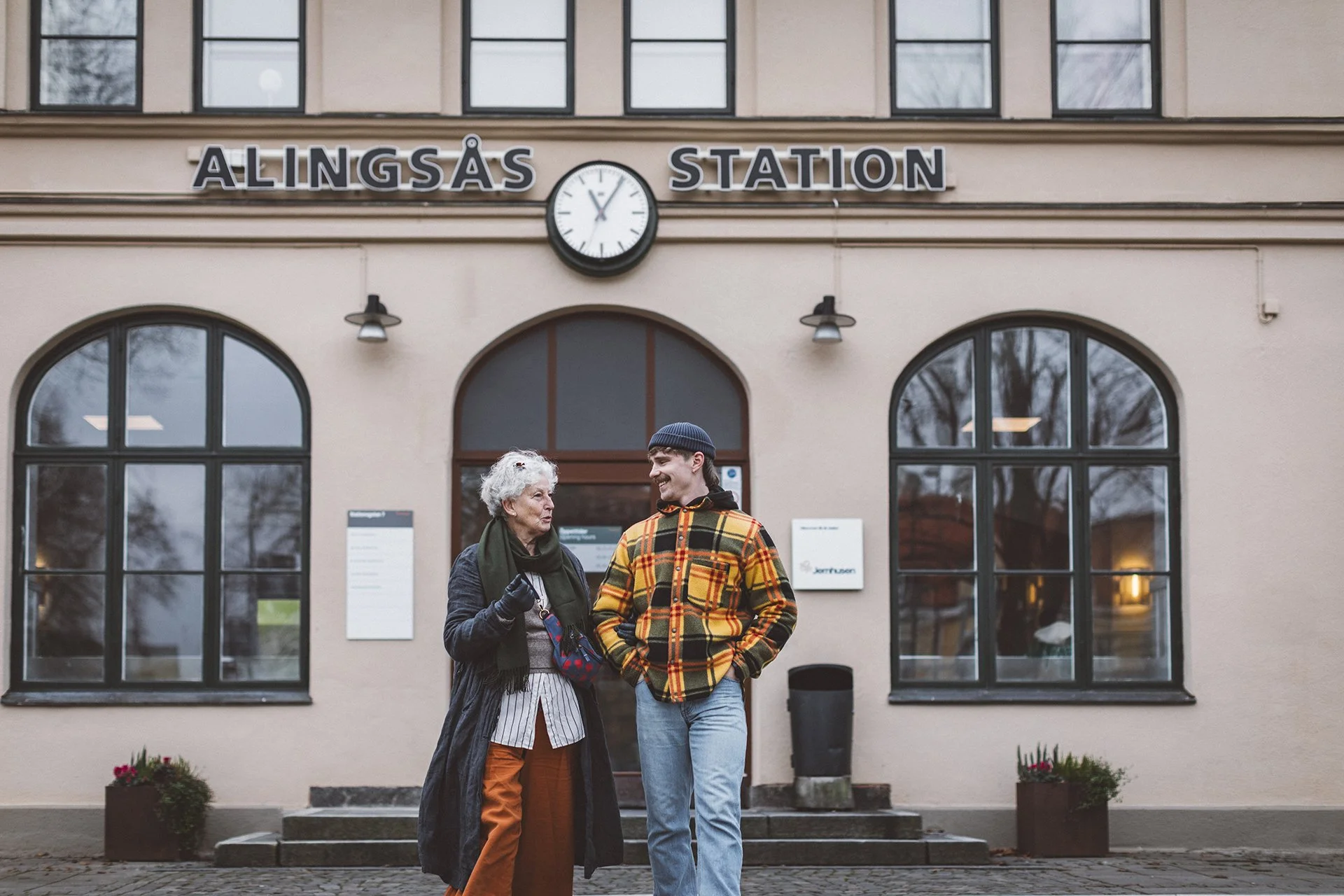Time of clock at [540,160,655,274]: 11:05
